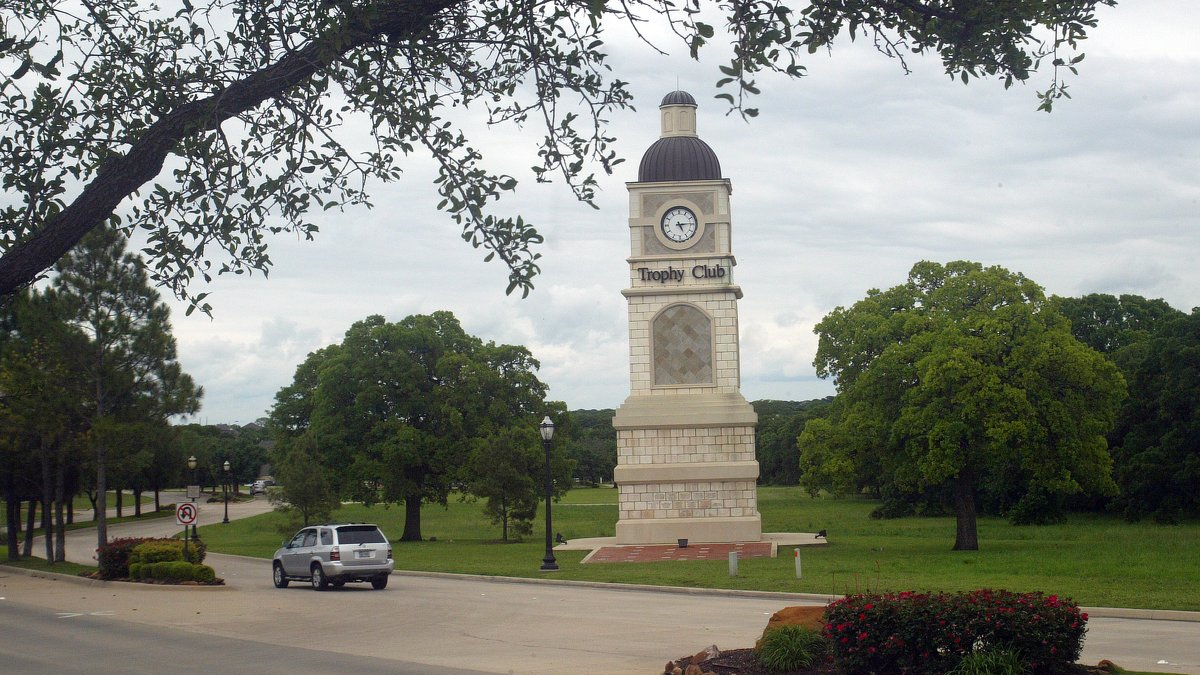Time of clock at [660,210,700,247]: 5:14
